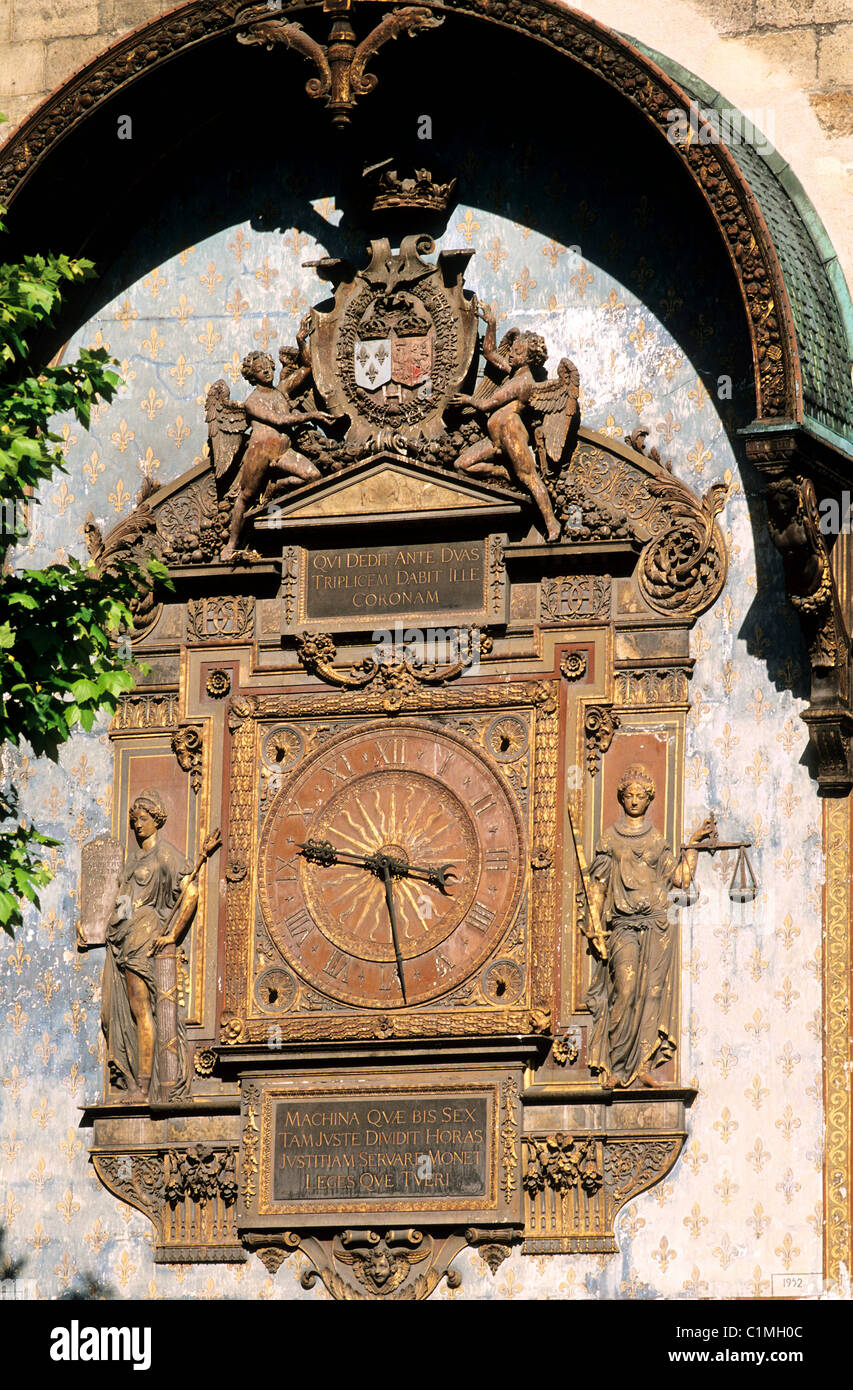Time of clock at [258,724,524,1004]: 3:29
